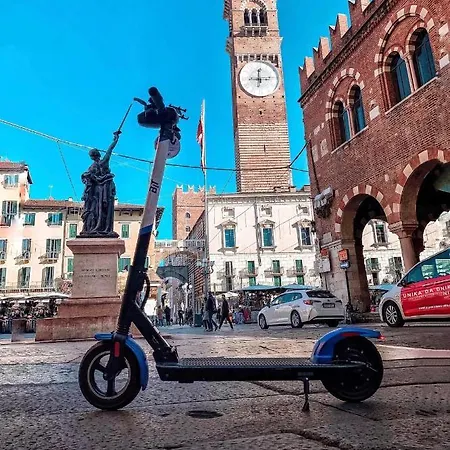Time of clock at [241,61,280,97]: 12:14
